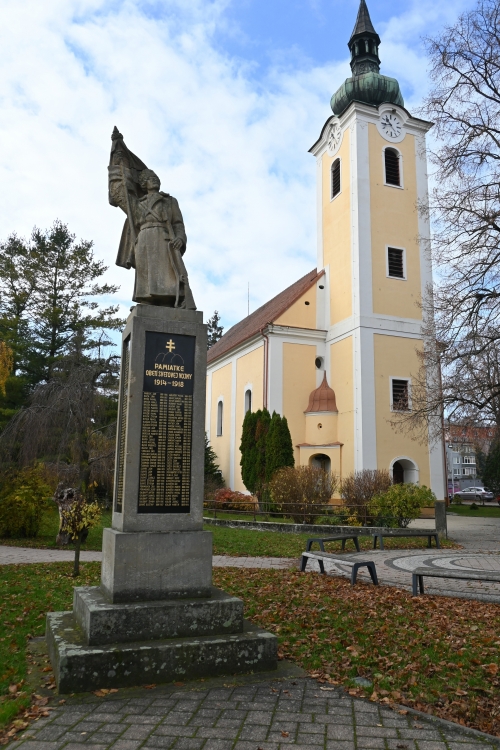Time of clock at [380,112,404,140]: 10:43
